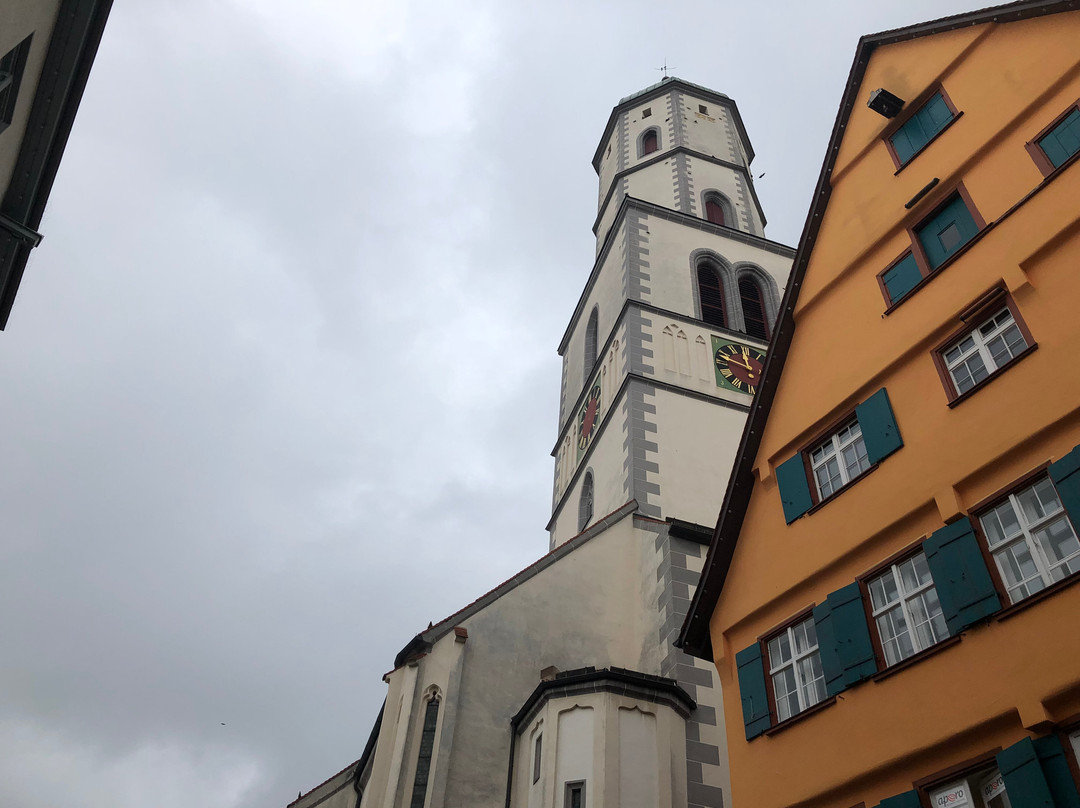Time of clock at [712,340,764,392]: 11:48
